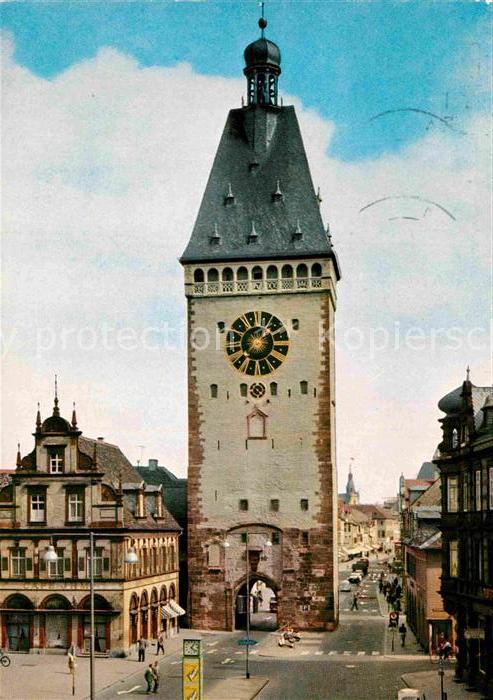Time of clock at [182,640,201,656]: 4:04
